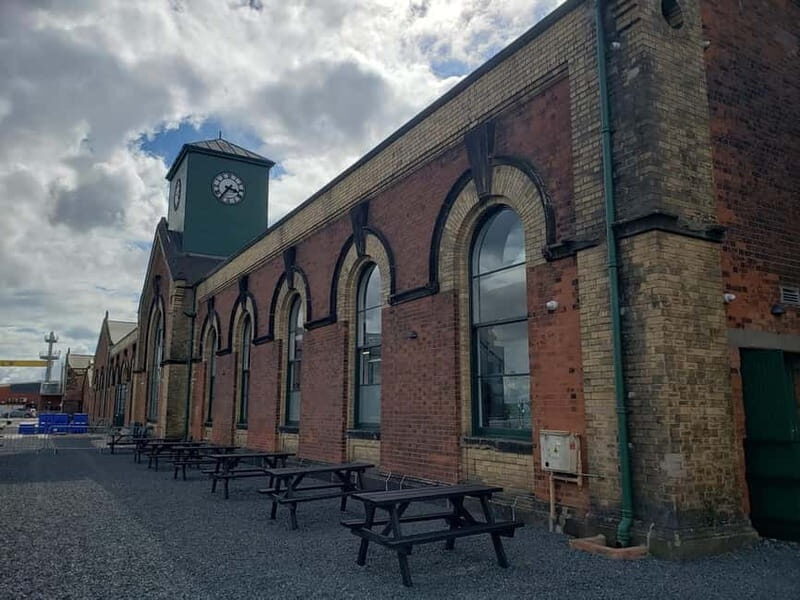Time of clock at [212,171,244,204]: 3:36
